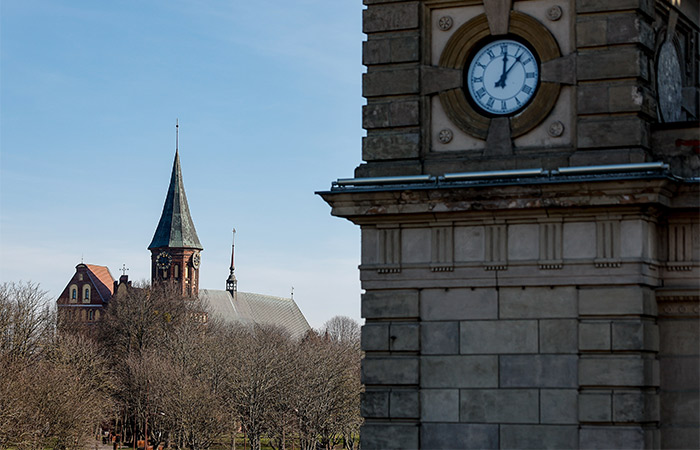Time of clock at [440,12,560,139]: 12:07
